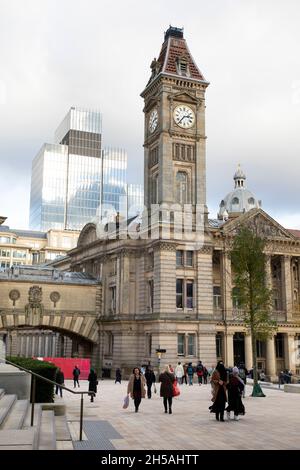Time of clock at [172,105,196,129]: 2:36
